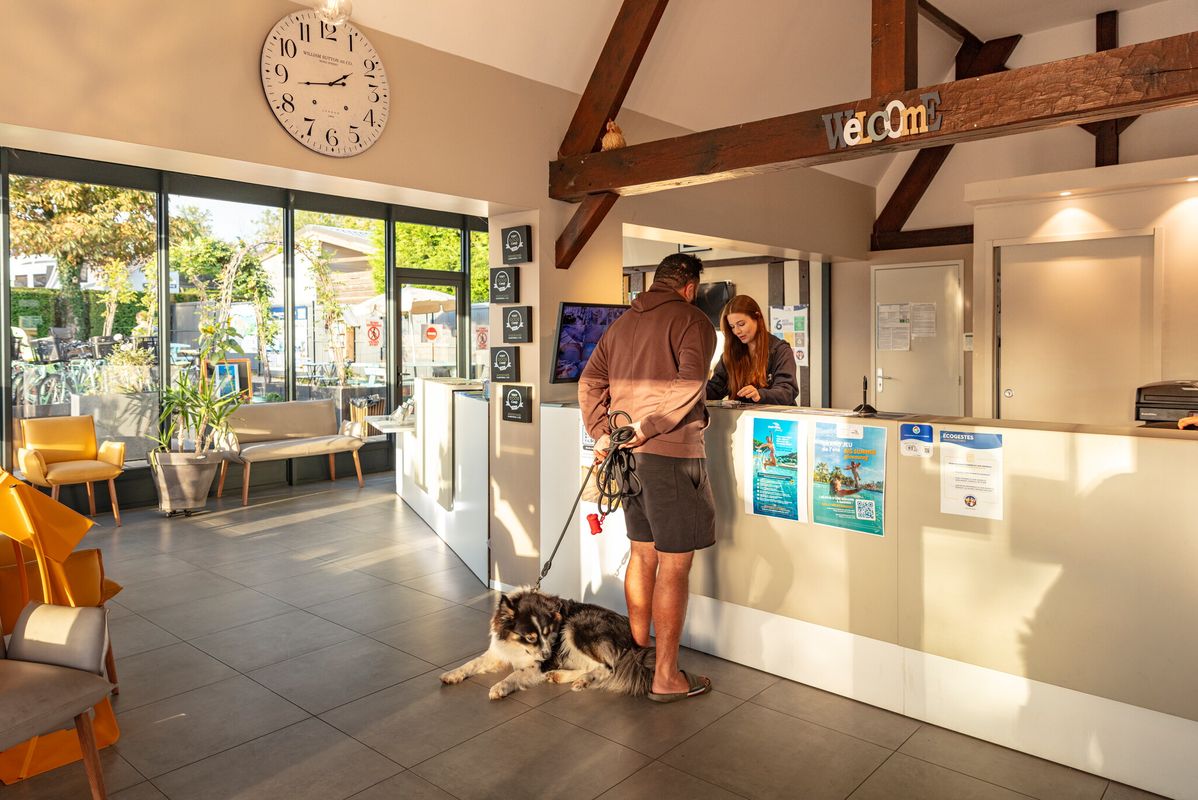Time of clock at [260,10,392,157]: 1:43
